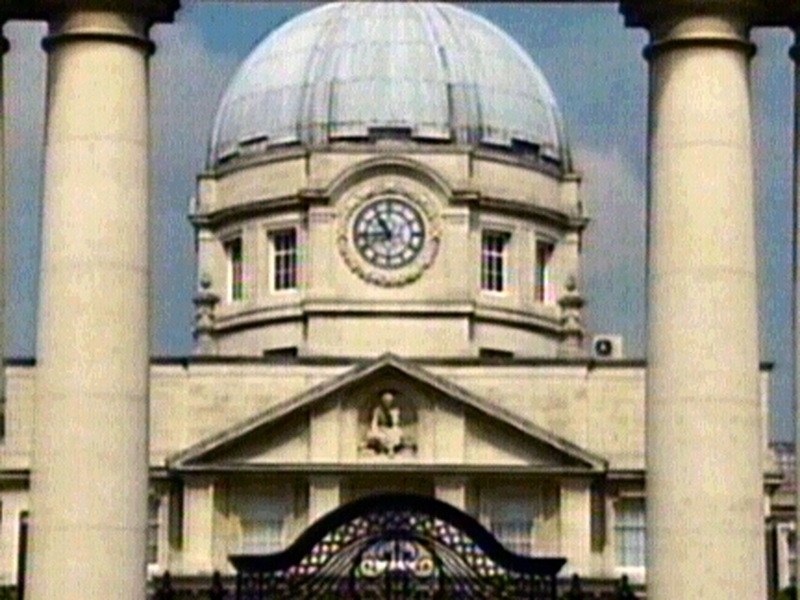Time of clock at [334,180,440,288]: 10:43
